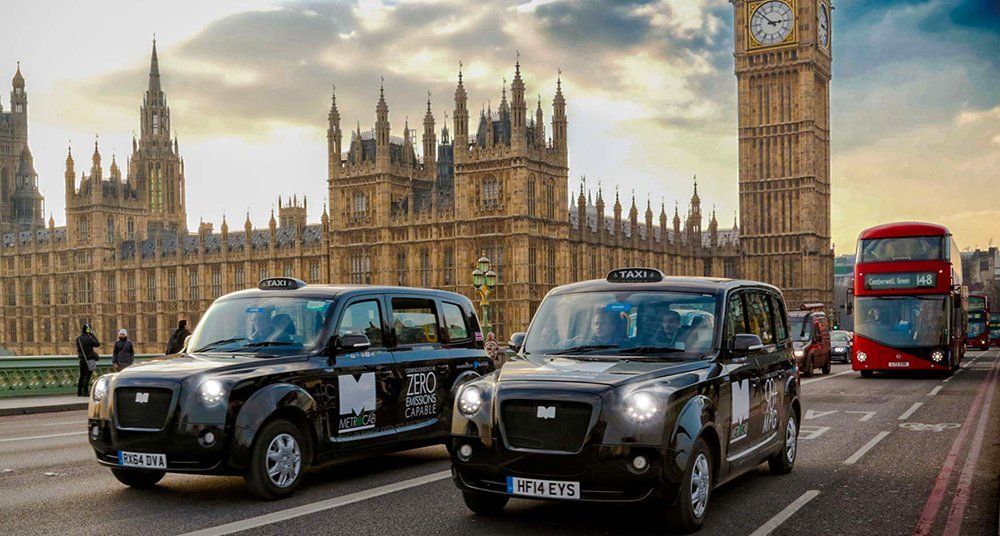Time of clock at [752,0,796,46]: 2:52
